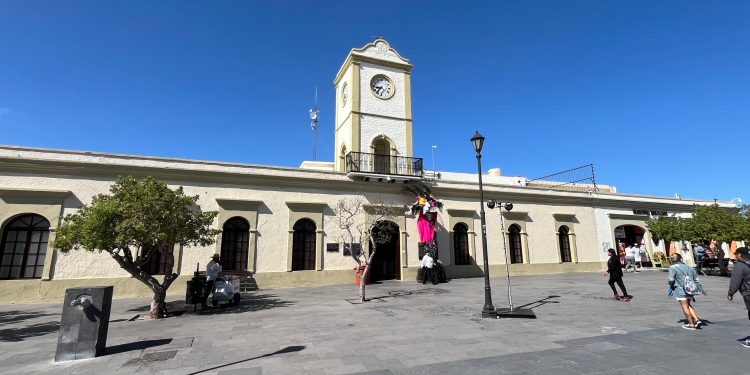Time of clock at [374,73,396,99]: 8:36
